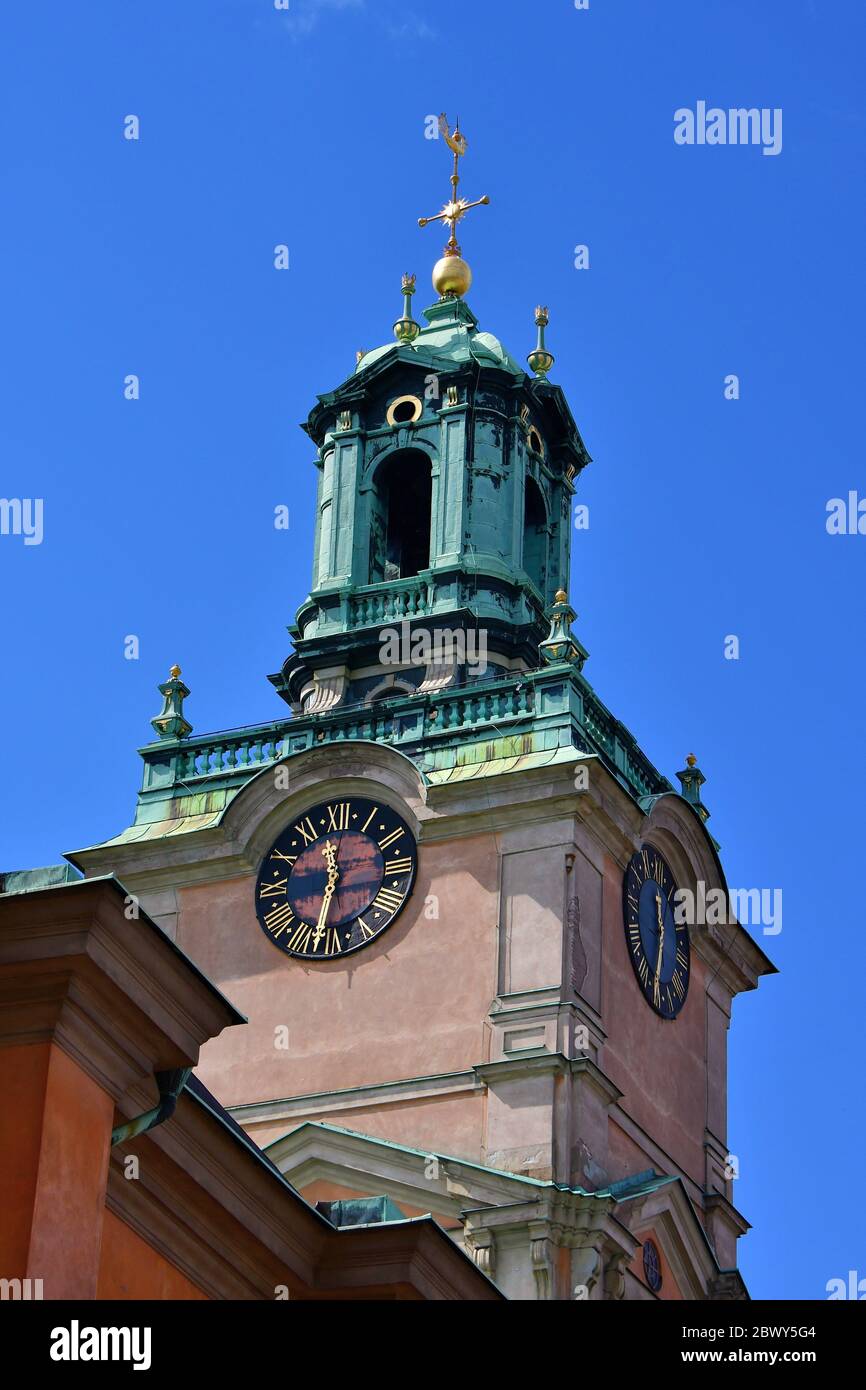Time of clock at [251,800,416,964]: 11:32
